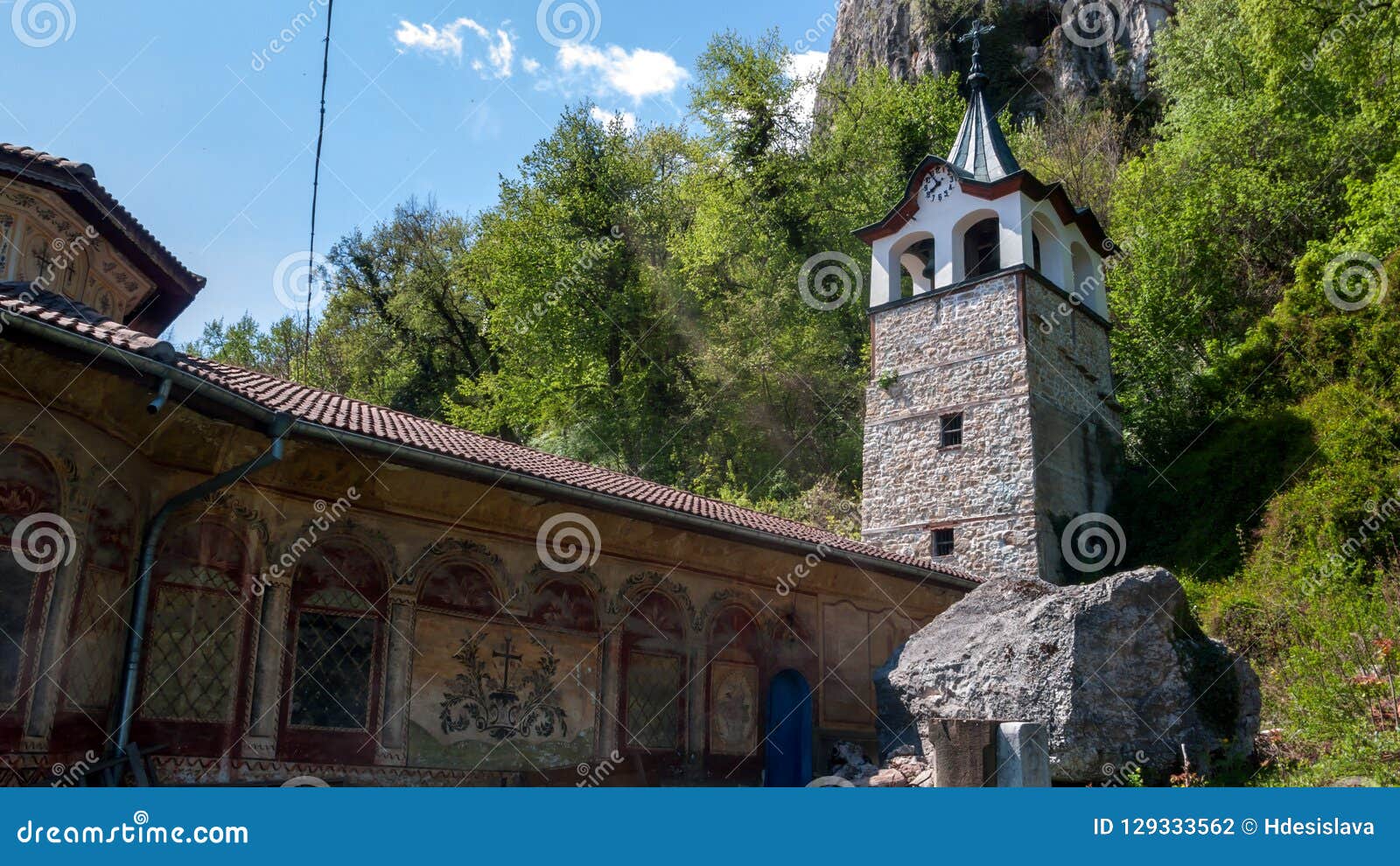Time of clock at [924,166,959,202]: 7:53
